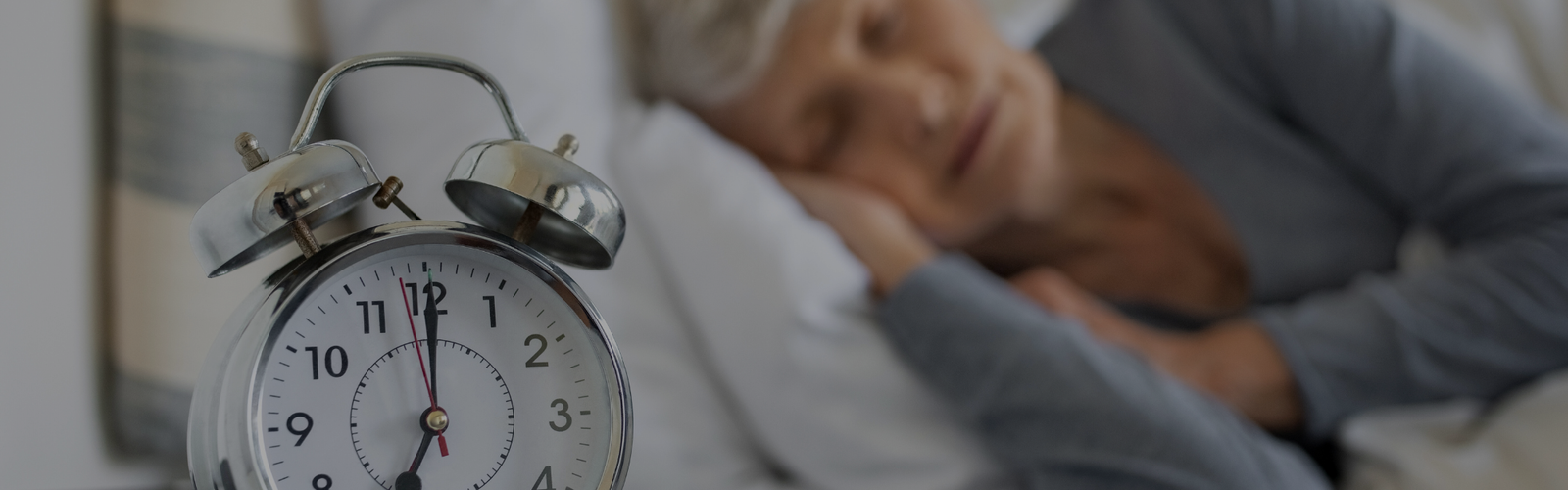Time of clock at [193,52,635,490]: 7:00
